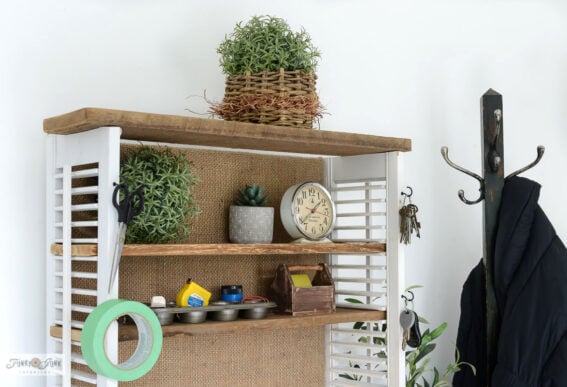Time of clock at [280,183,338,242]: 1:38
